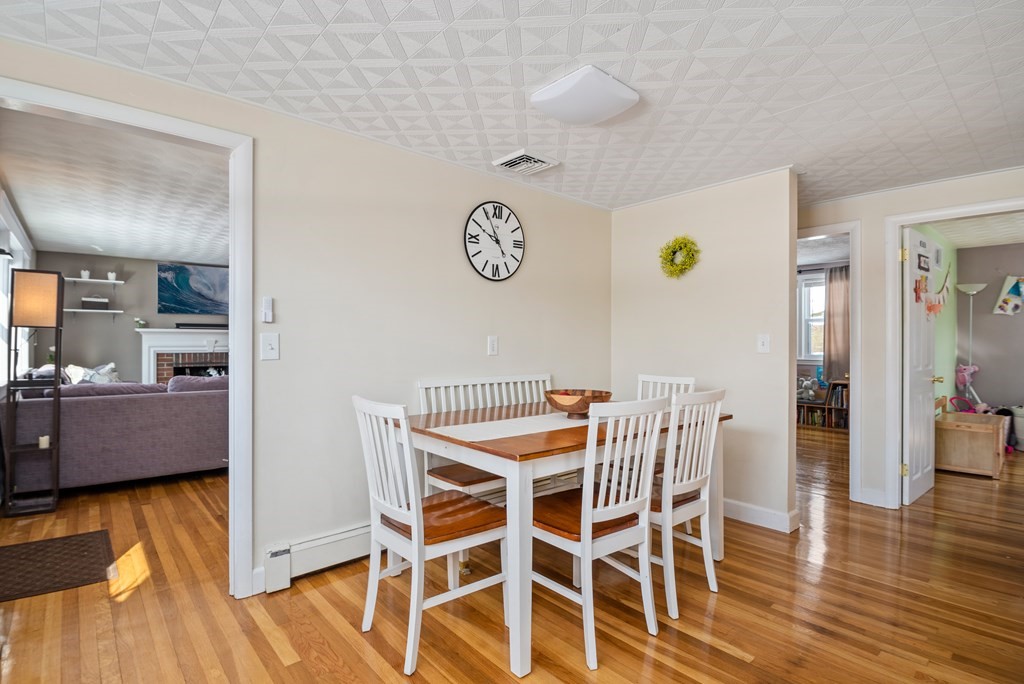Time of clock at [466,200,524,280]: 9:55
